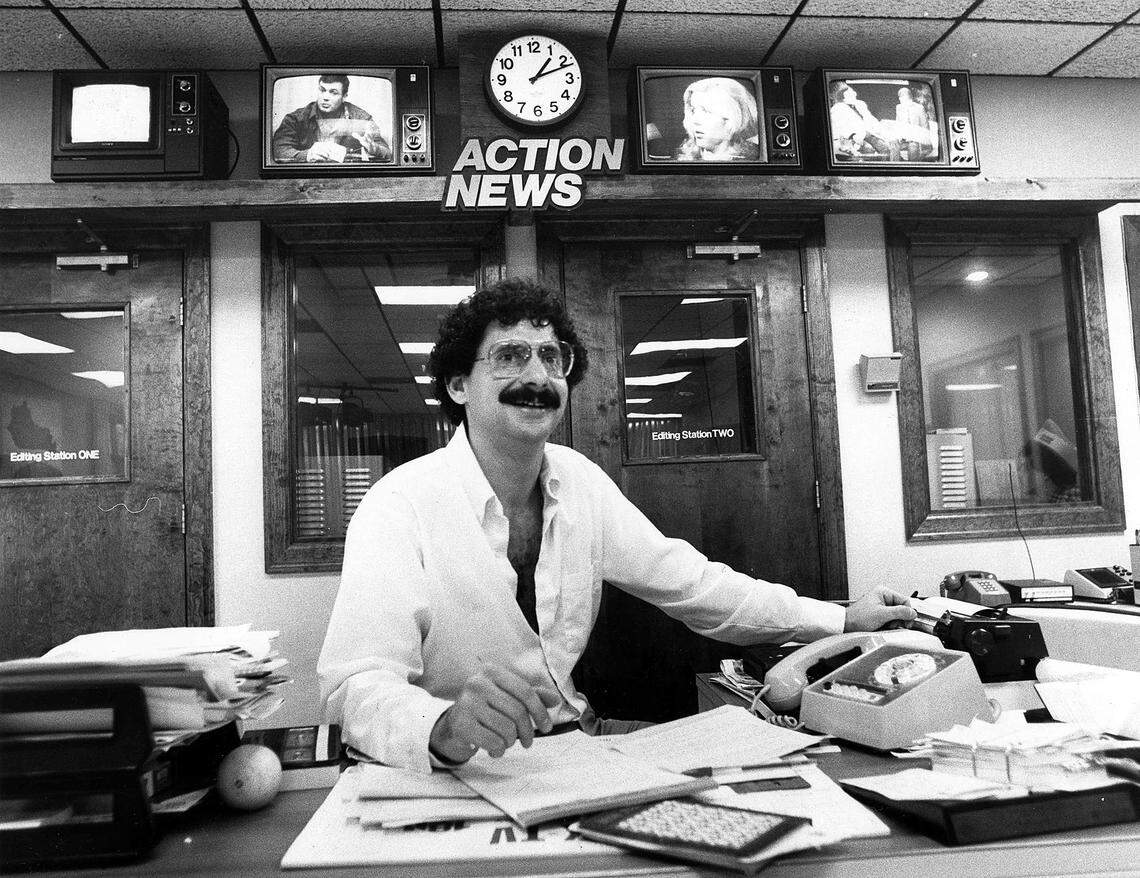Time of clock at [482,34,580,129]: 1:11
